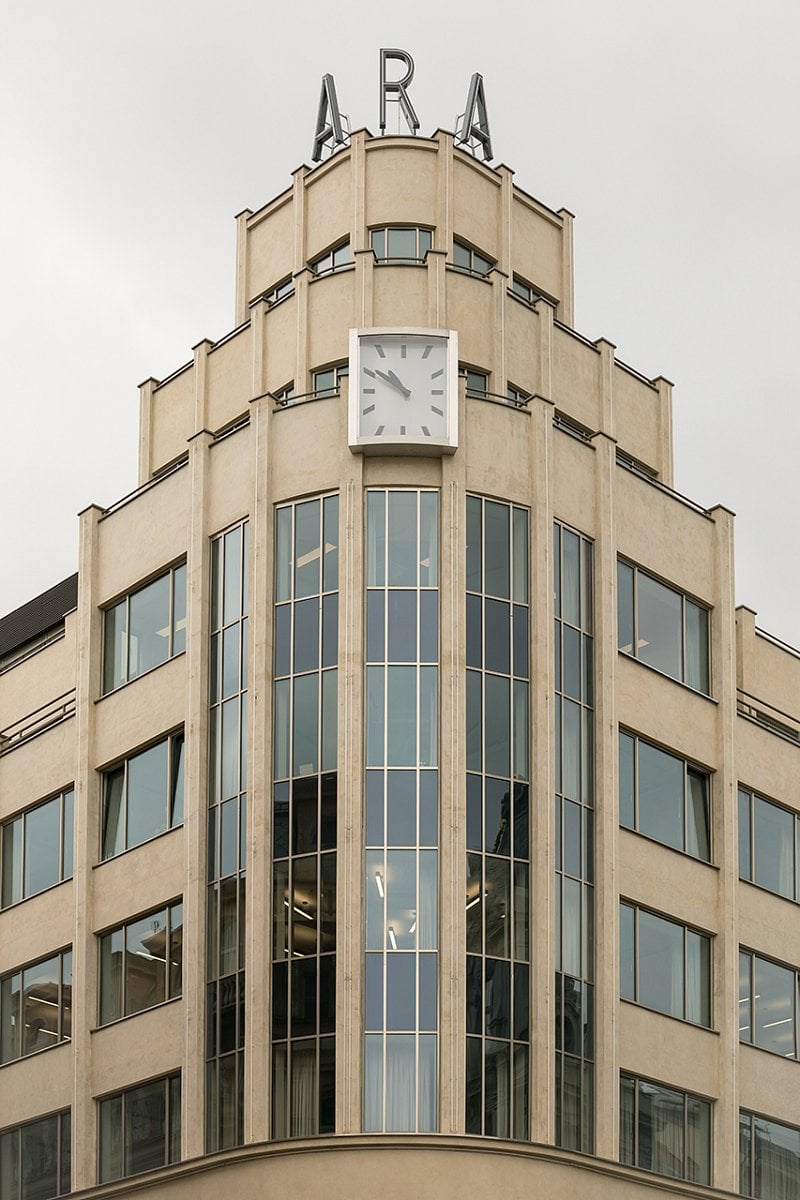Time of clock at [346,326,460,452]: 10:50
